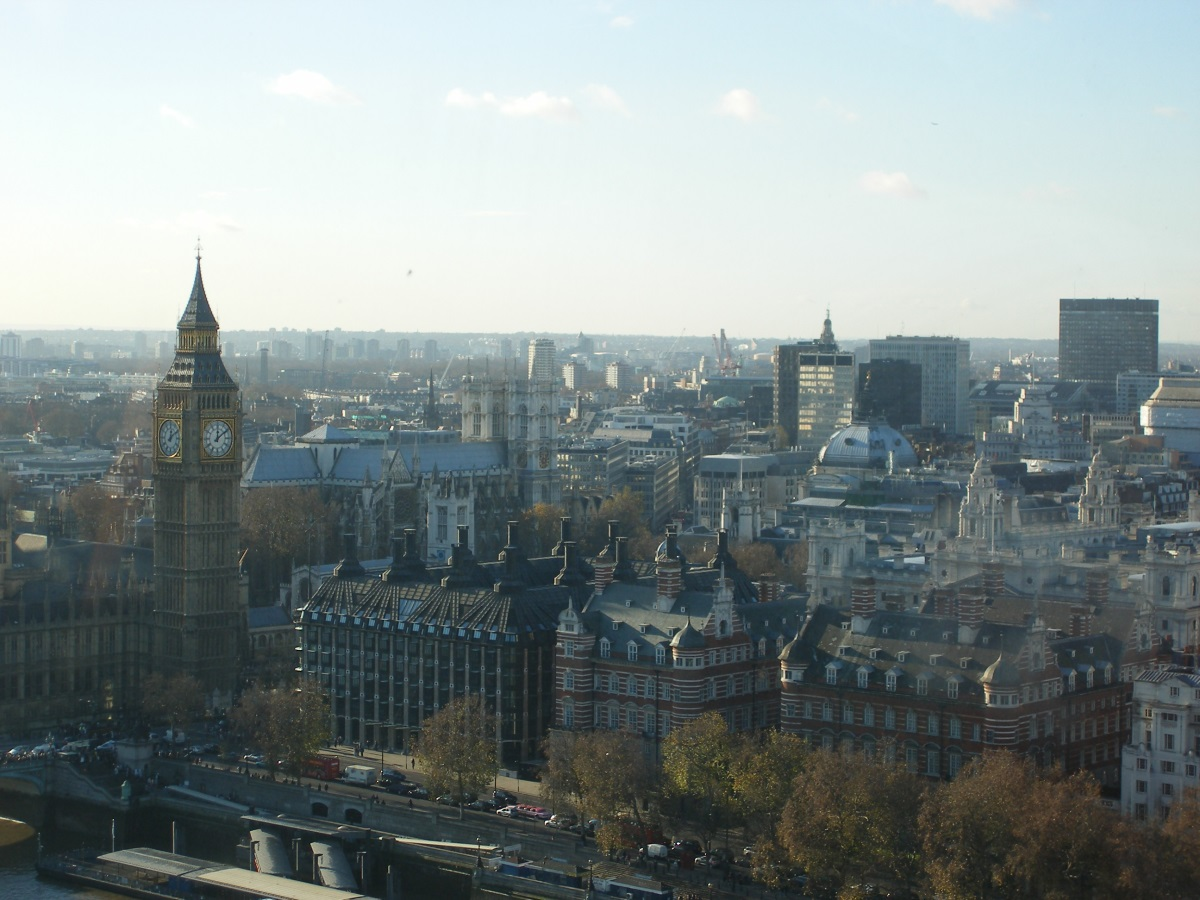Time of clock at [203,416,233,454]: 12:09
